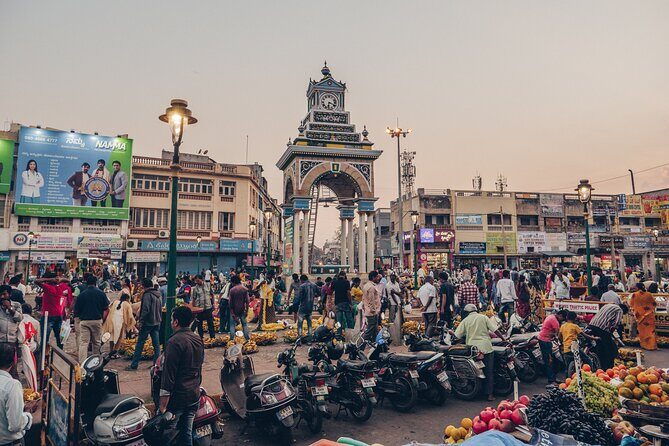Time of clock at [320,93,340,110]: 6:18
